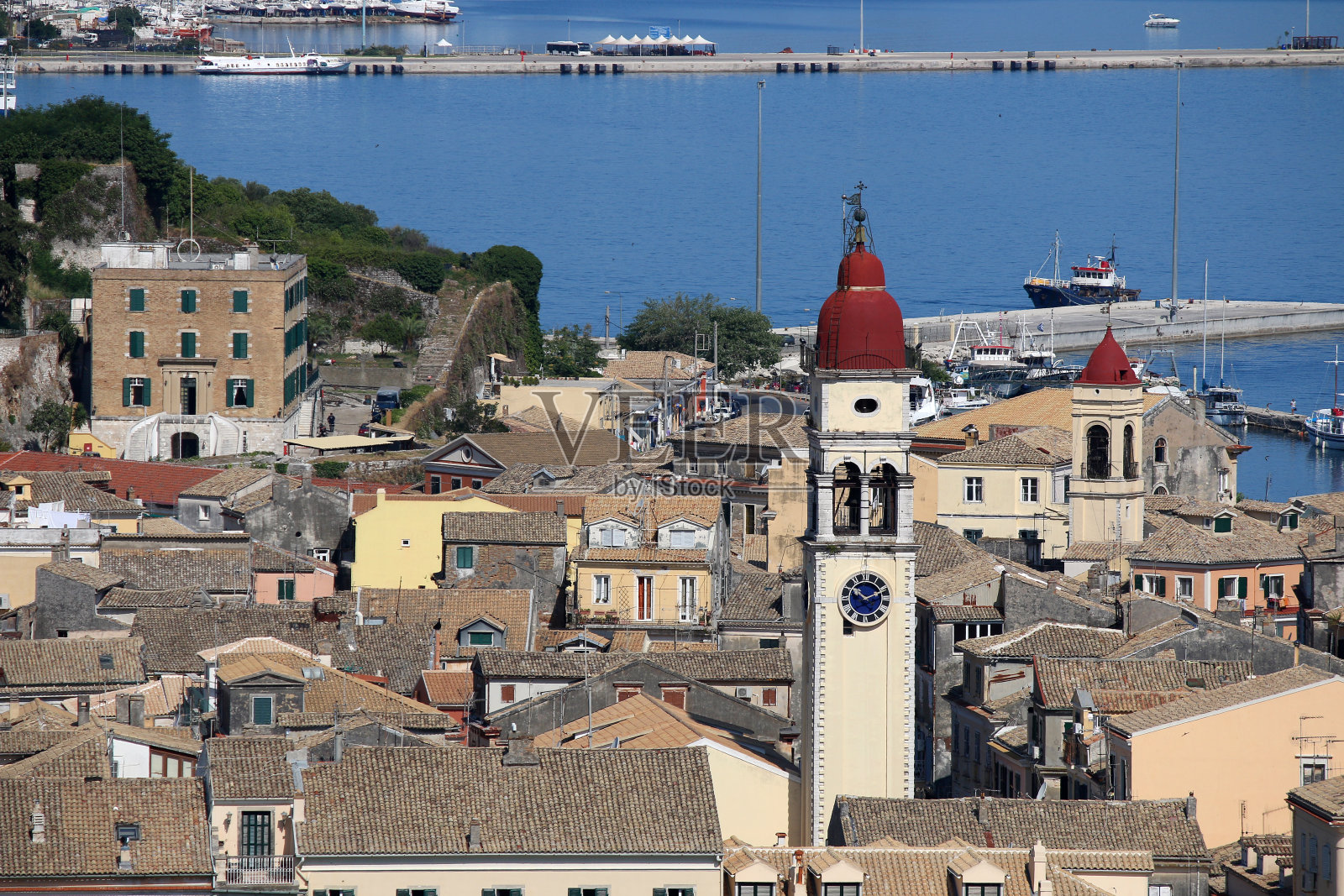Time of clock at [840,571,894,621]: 10:11
